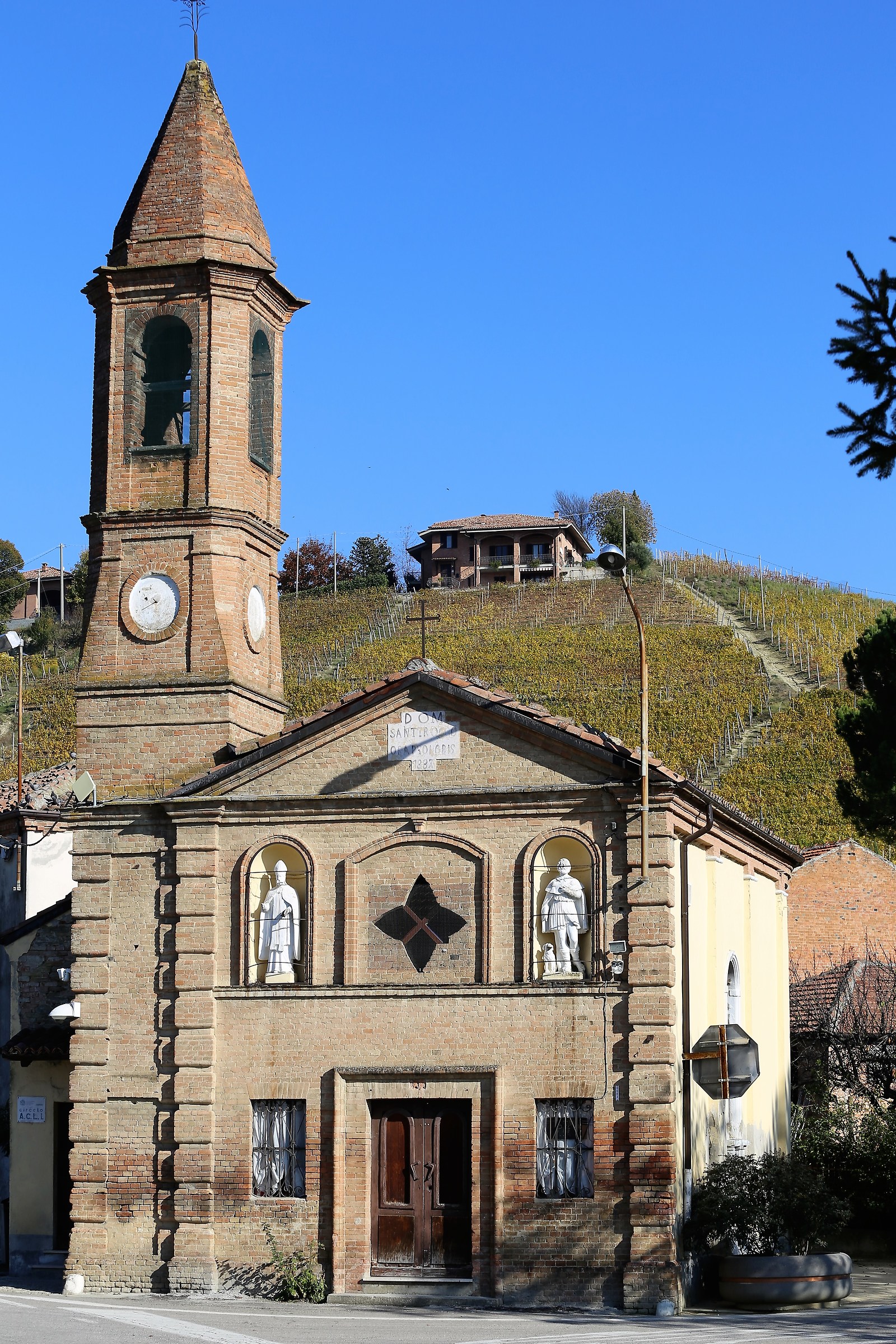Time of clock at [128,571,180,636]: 9:40
